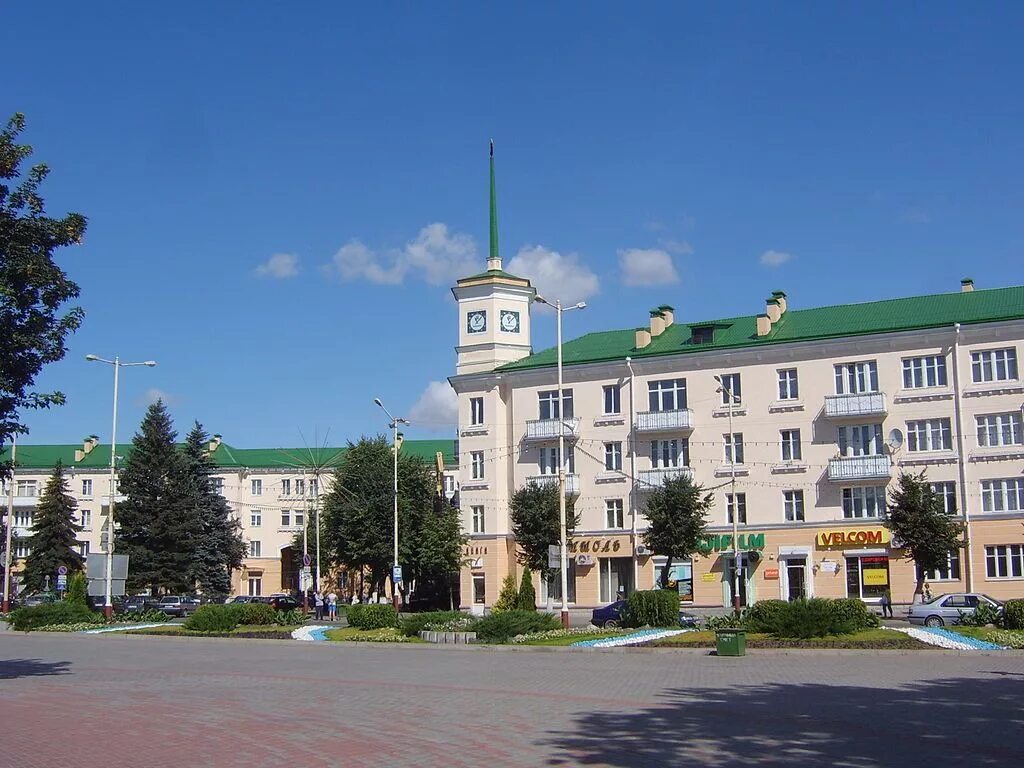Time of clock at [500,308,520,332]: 11:07
